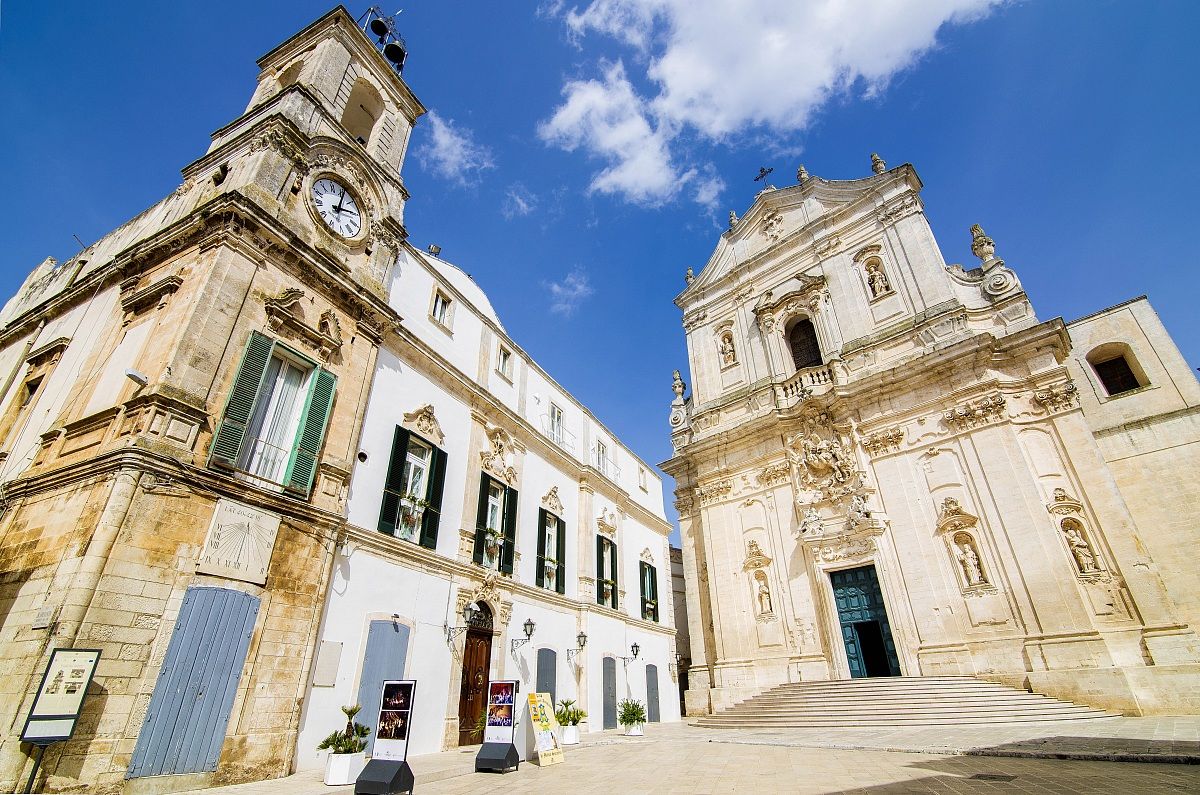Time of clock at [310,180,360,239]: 3:05
